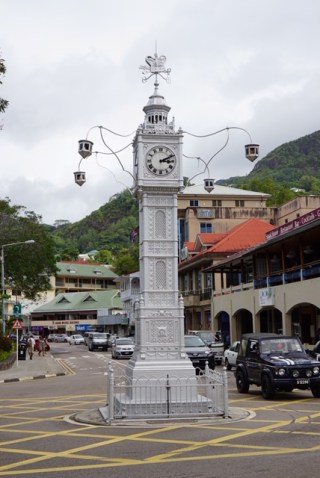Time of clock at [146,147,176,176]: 3:11
